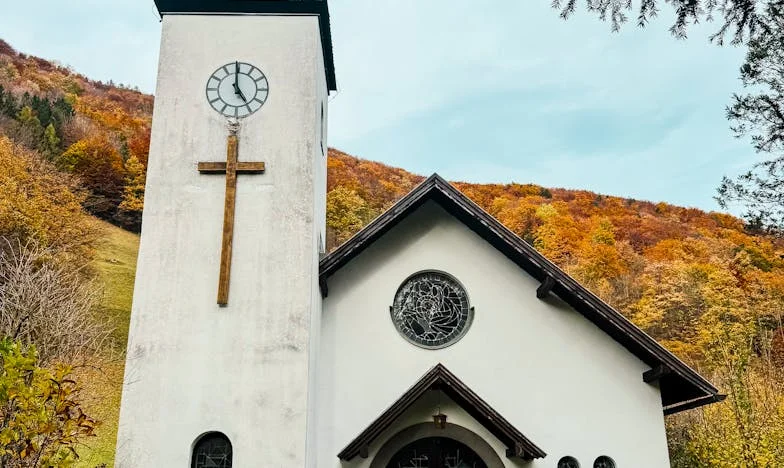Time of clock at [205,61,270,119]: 4:59
